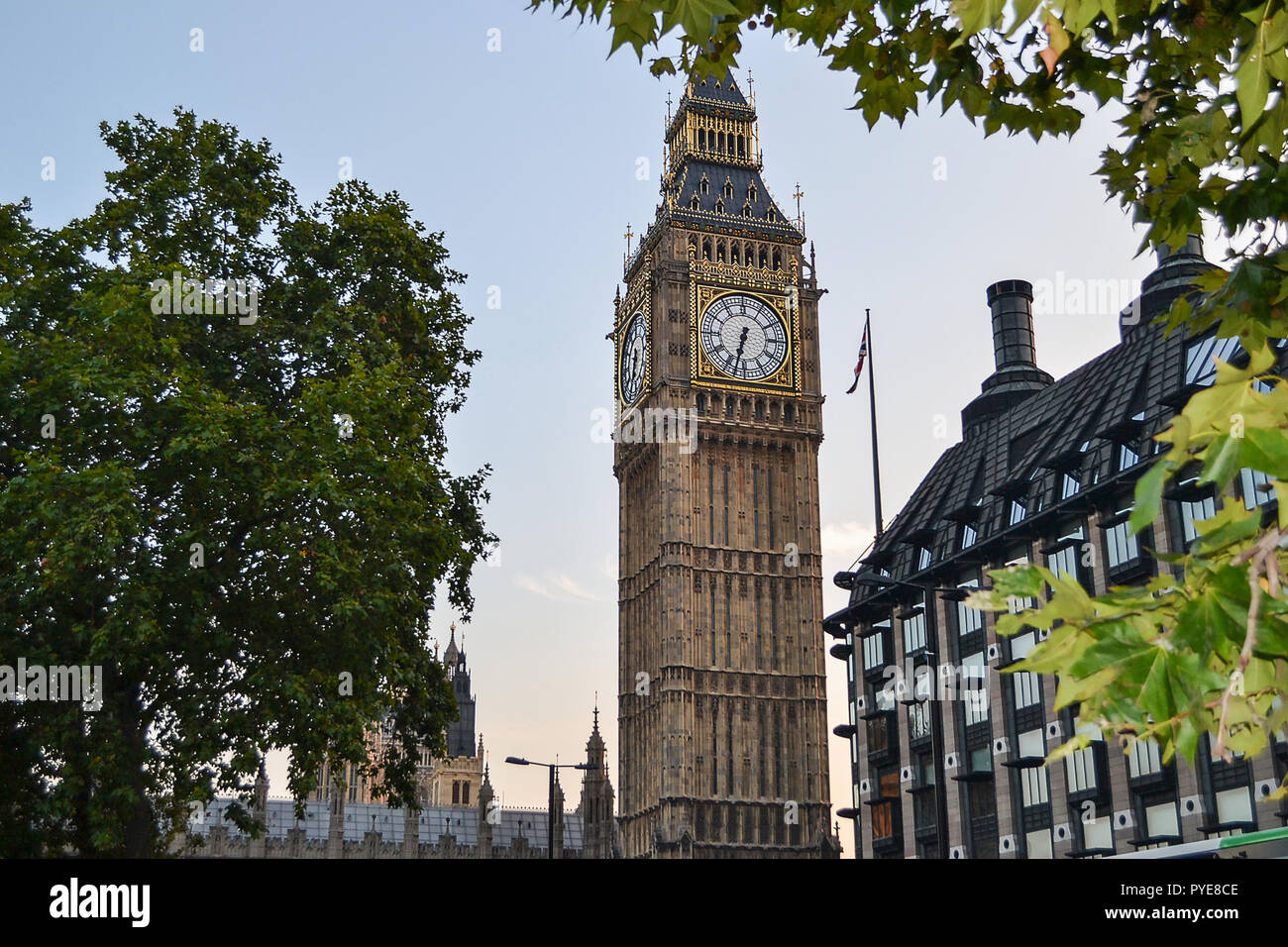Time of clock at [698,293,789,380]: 6:32
